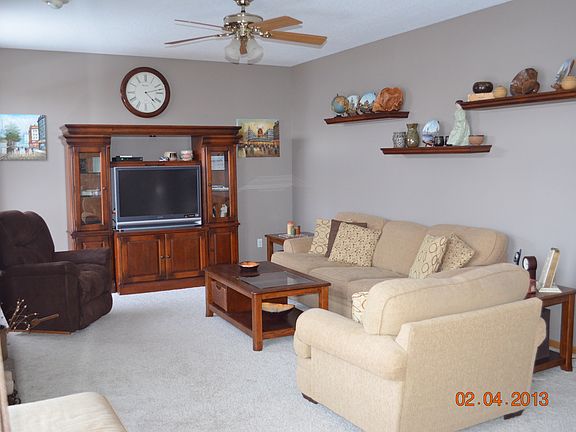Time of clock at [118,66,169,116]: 4:12
